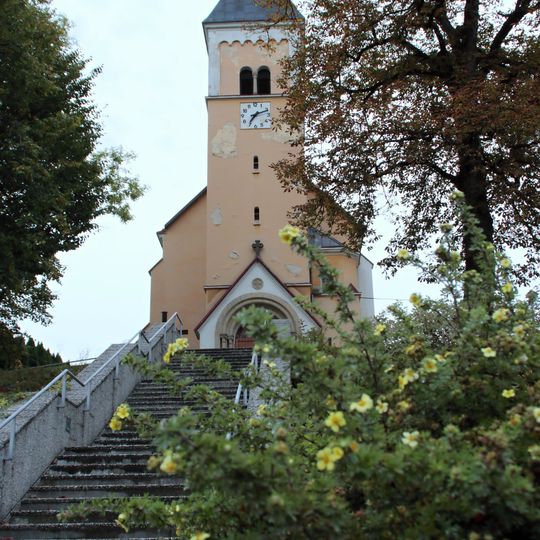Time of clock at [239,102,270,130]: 7:11
